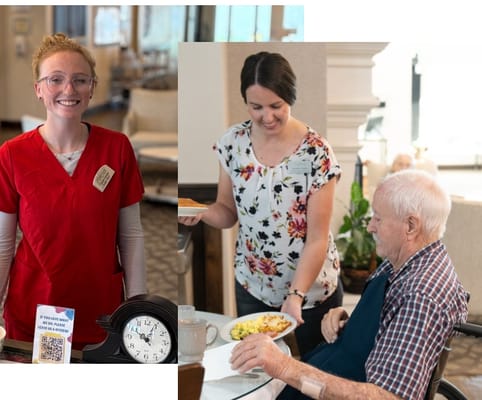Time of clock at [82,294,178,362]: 10:04
